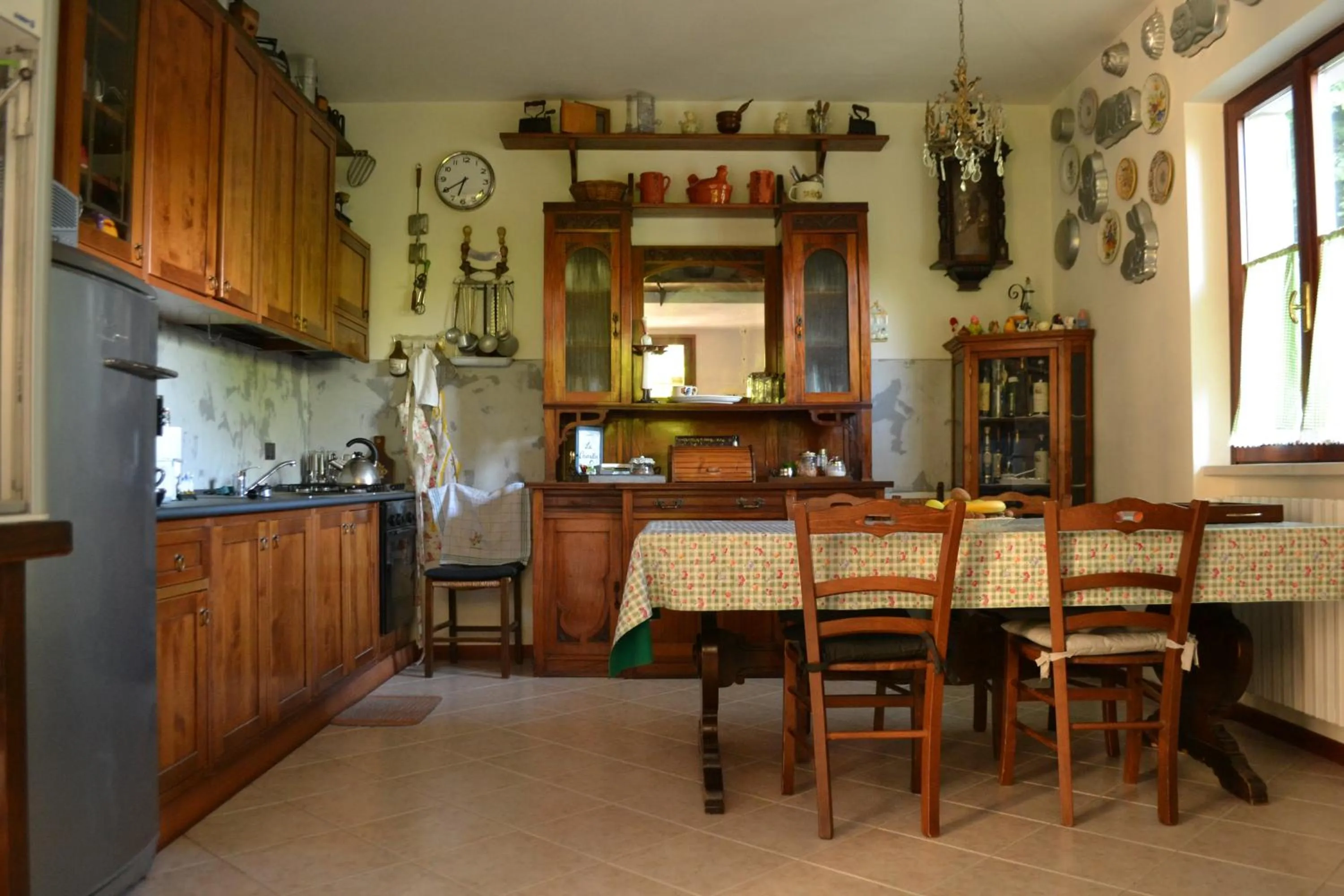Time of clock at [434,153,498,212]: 6:39
